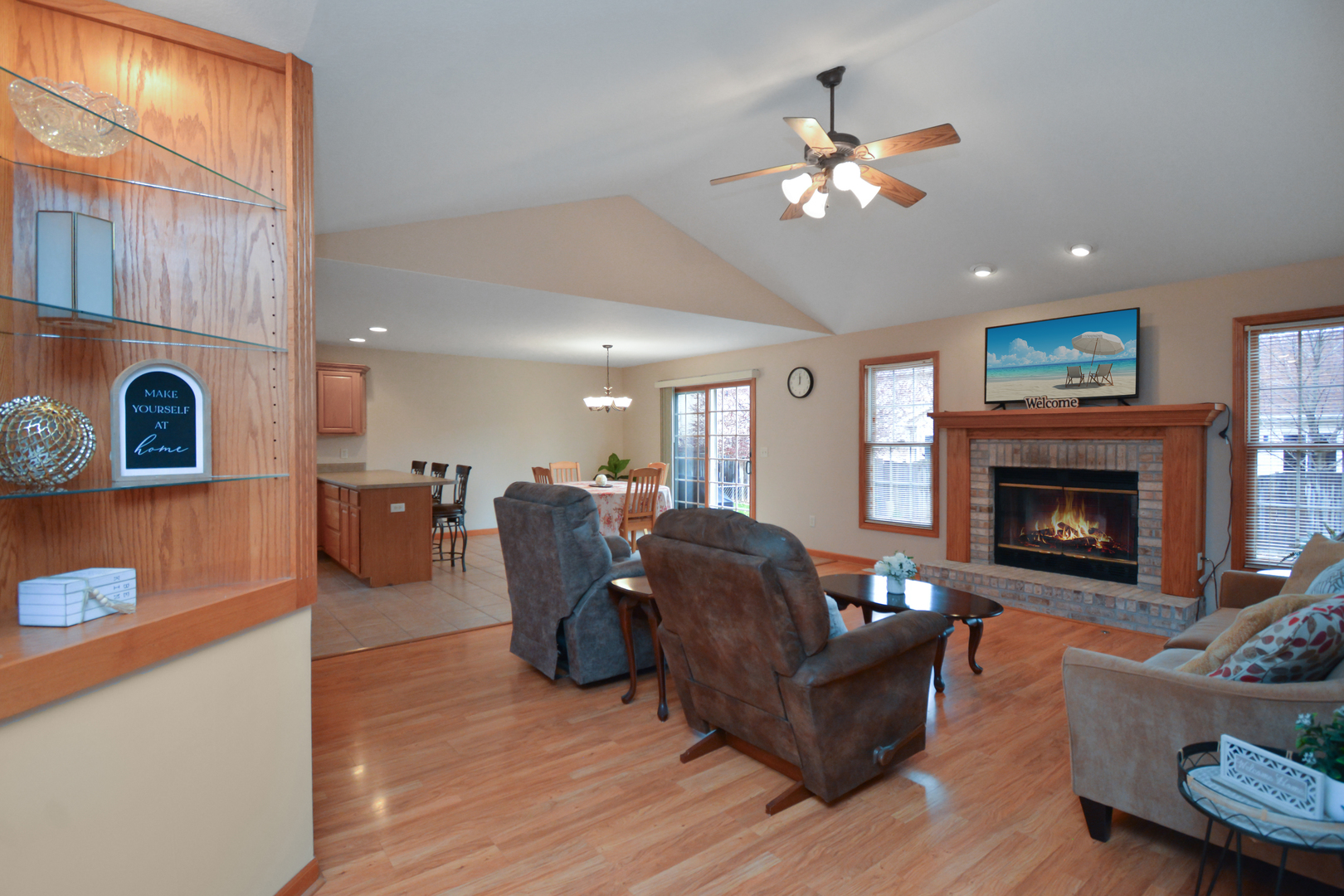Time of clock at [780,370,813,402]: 11:59
